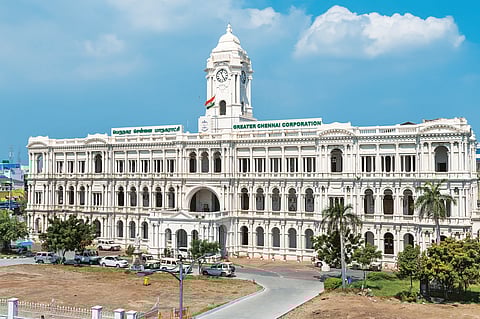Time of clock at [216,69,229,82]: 11:24
